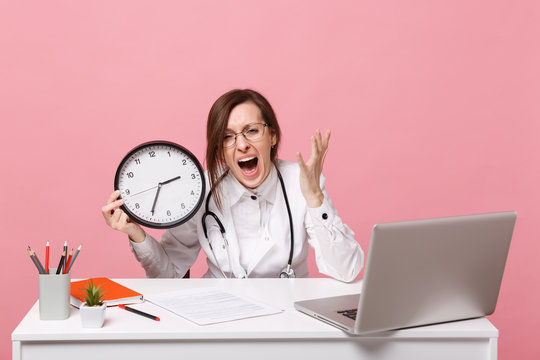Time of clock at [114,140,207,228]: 2:35
